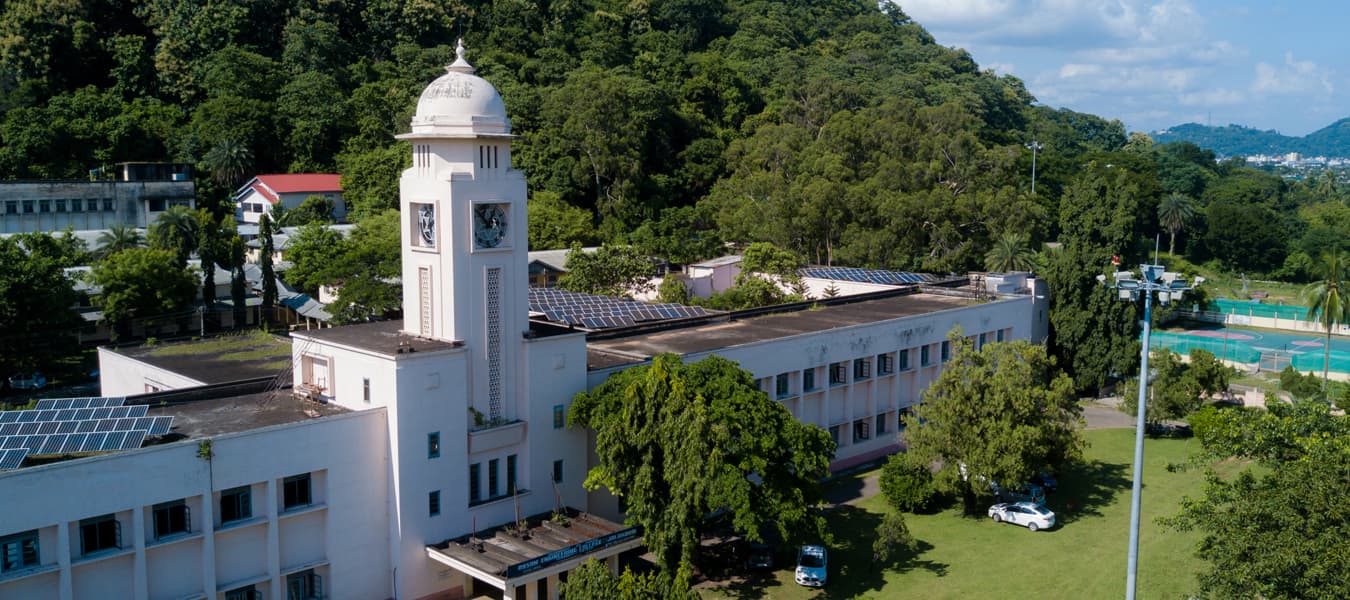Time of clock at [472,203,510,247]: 12:52
